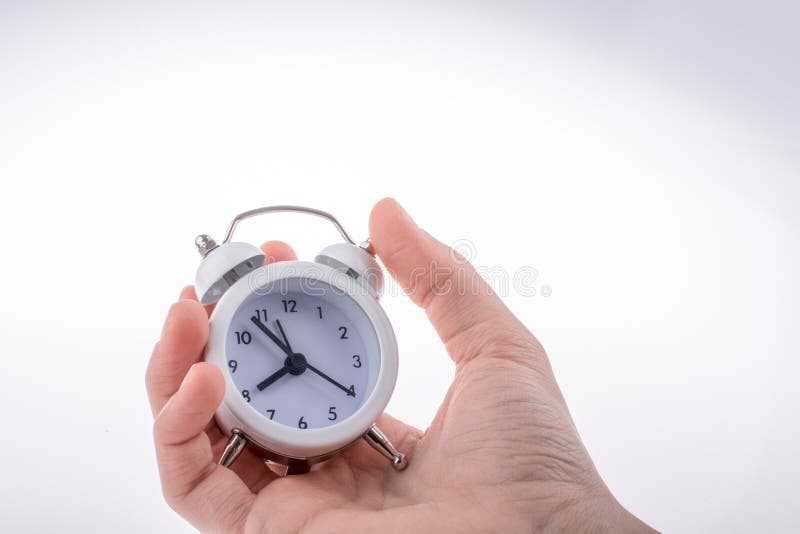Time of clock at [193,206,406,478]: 7:53
